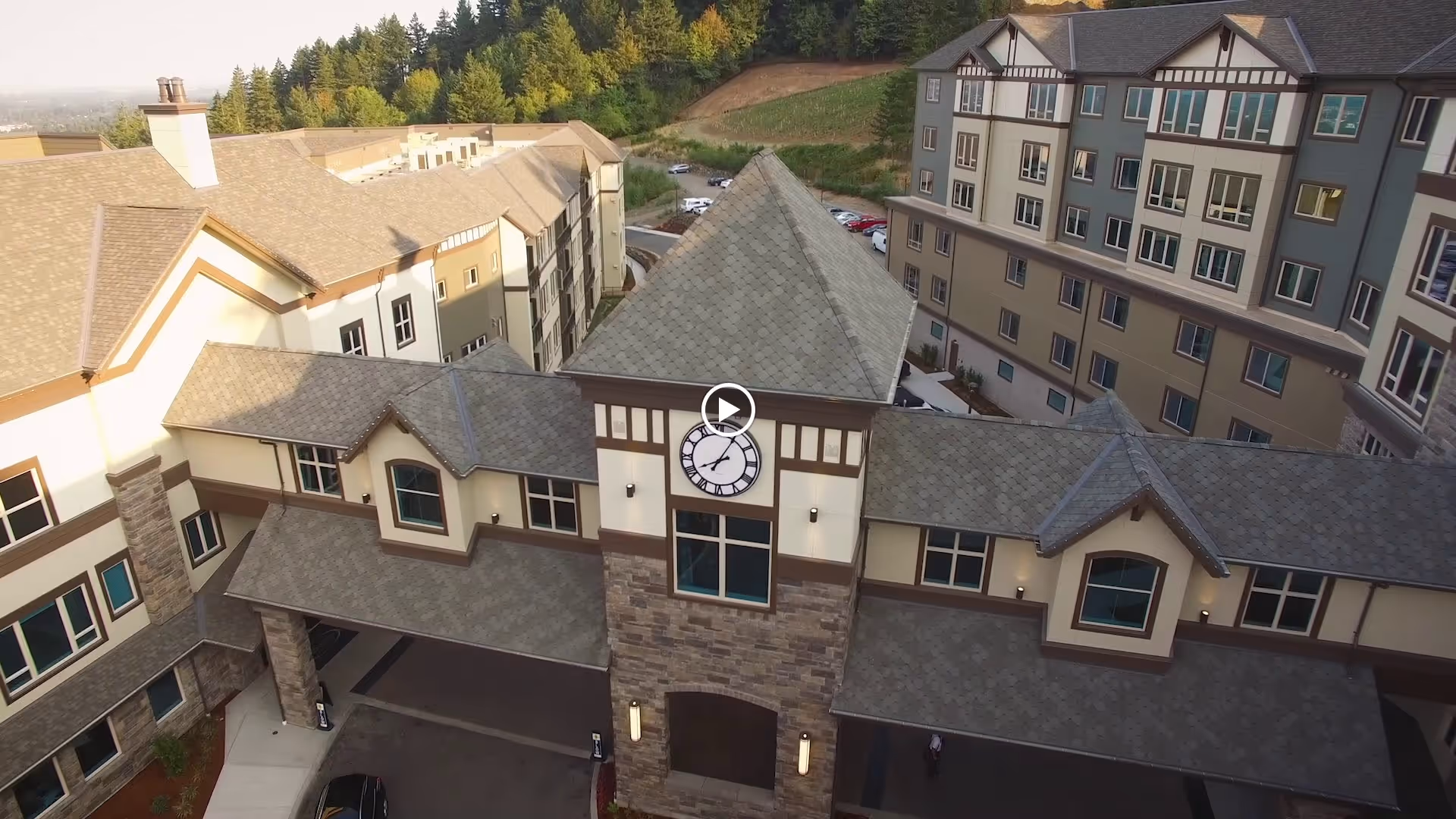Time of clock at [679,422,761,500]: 8:04
